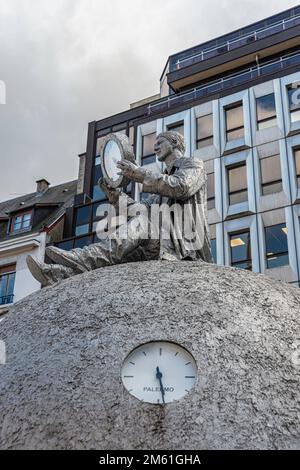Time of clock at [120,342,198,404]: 5:28
